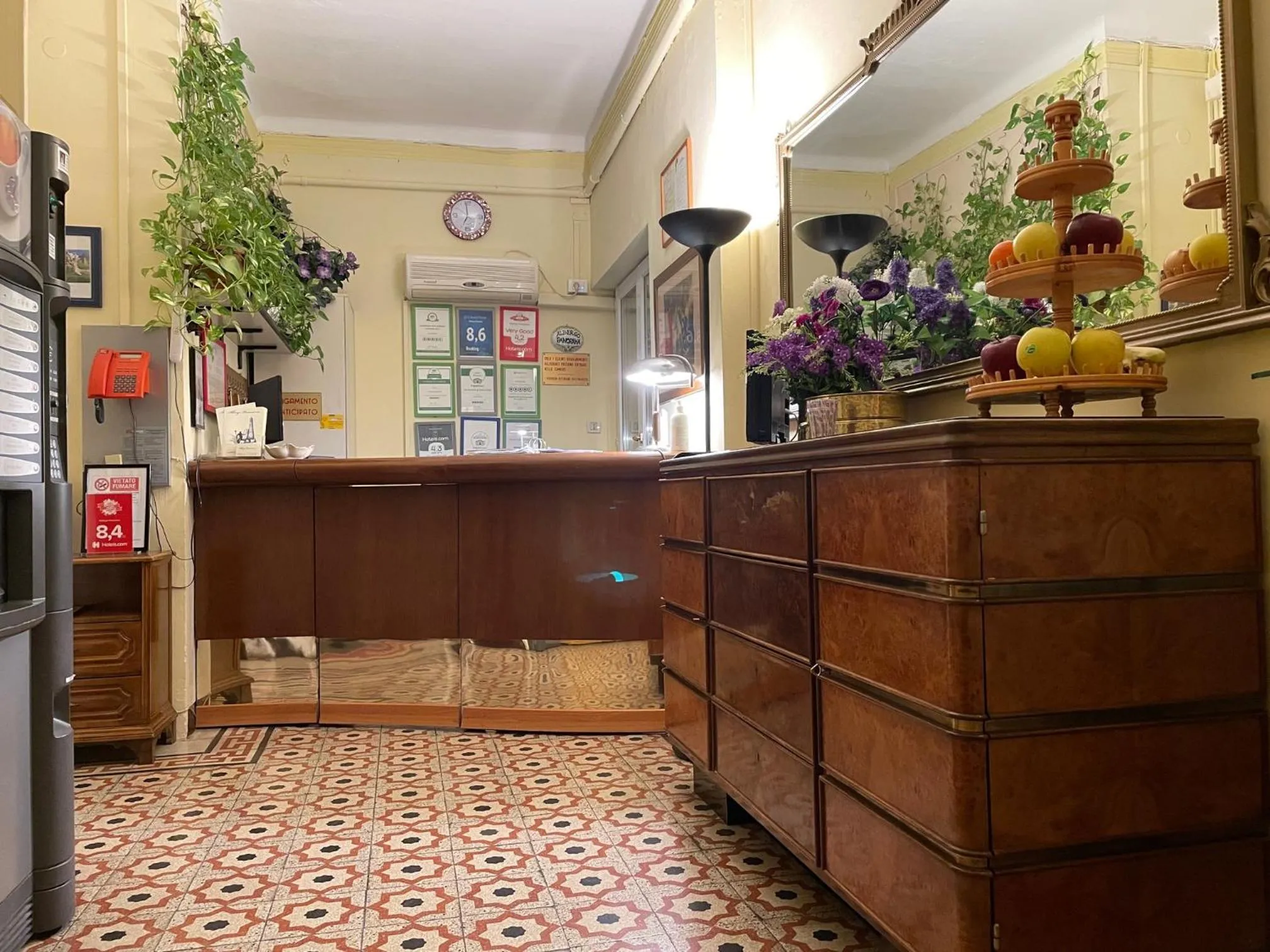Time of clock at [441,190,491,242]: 6:58
